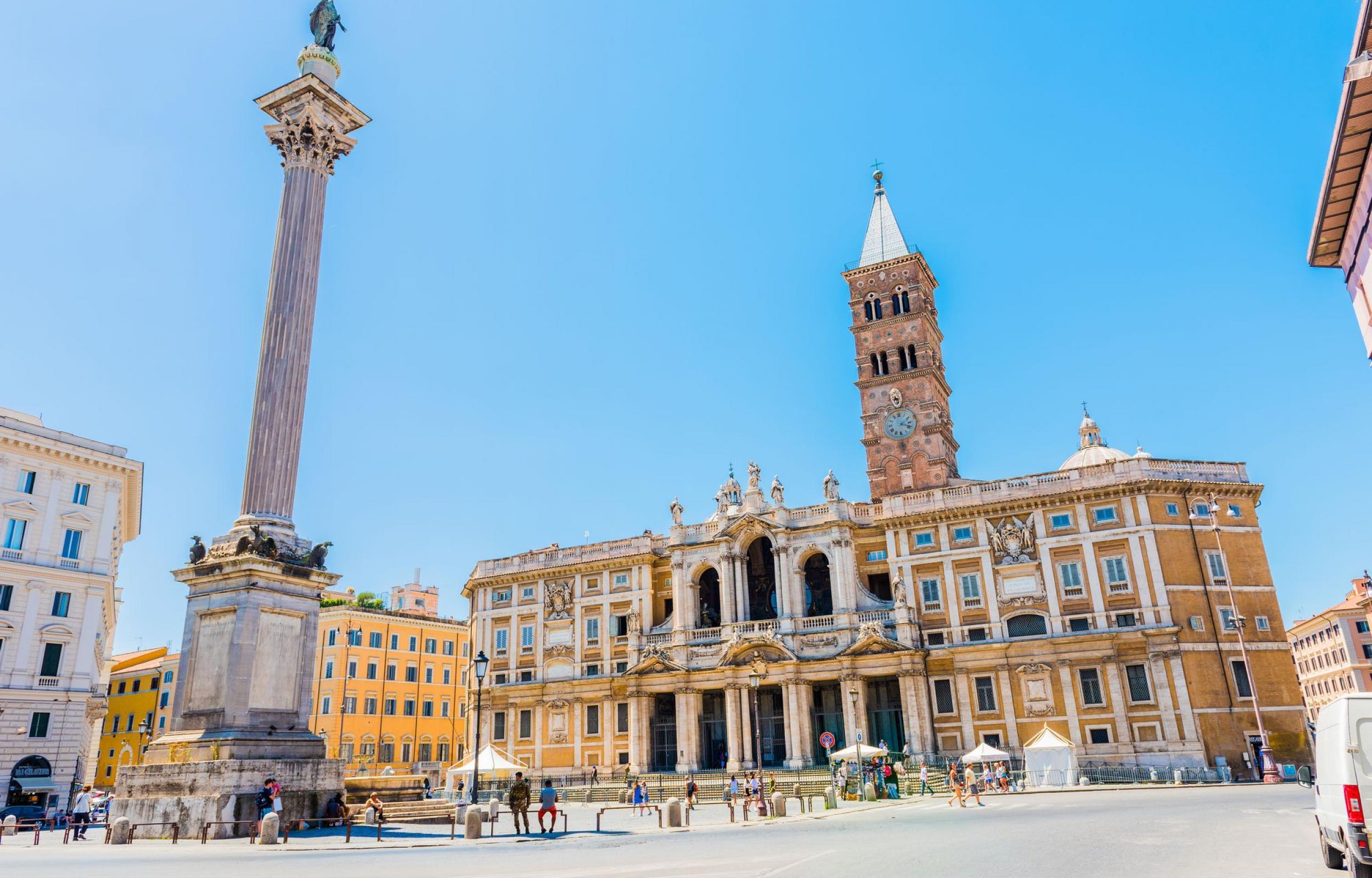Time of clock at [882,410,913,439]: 2:18
